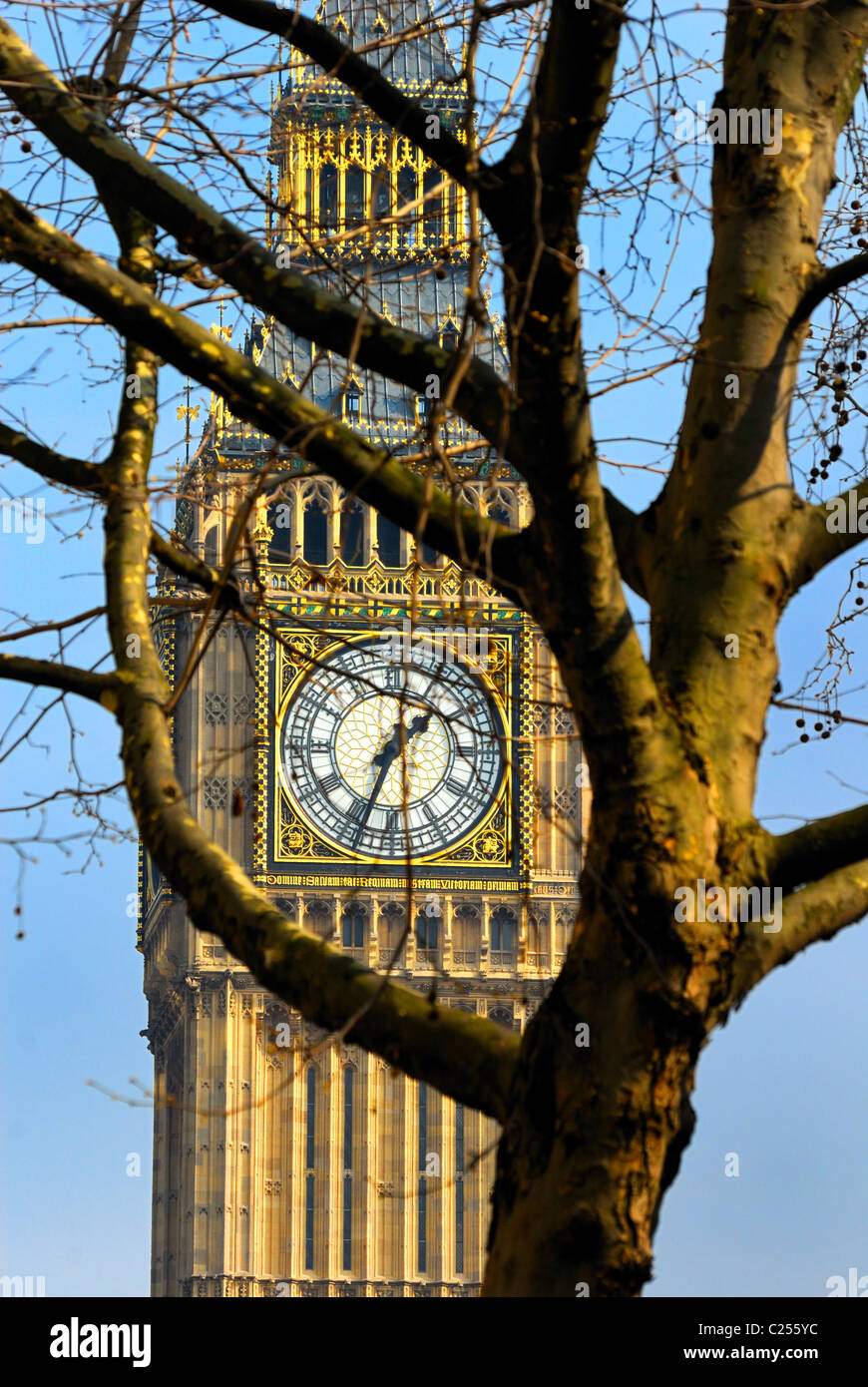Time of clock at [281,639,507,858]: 1:33
